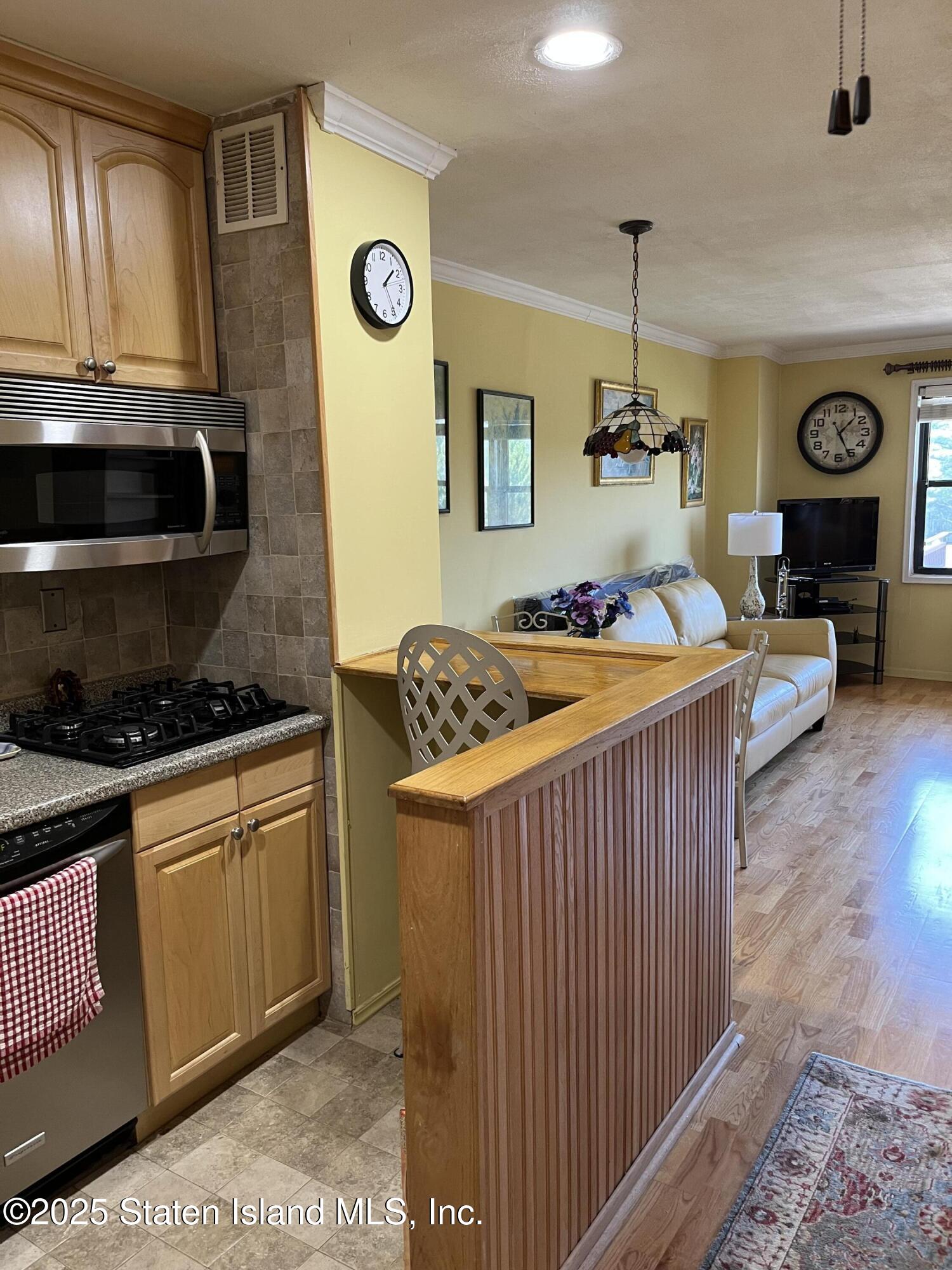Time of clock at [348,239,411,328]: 1:24
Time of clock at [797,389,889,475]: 1:25
